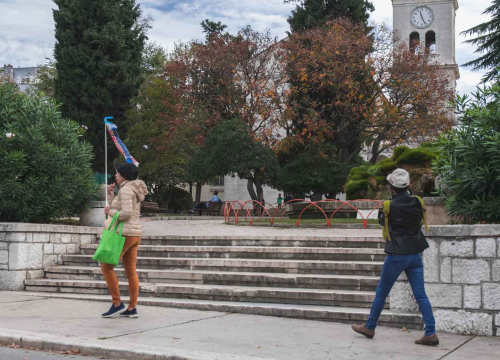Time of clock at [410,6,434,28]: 11:25
